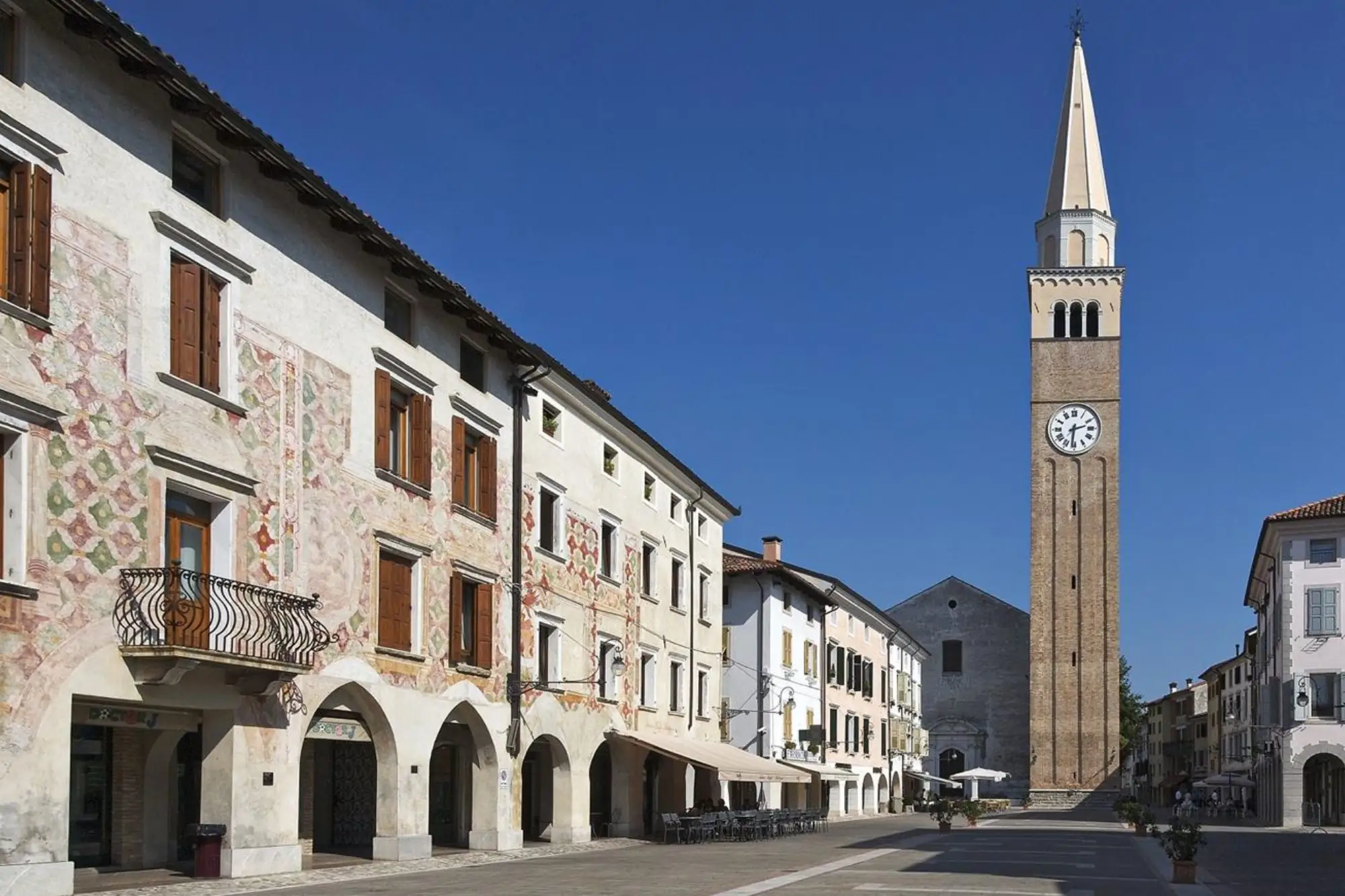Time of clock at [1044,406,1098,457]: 2:31
